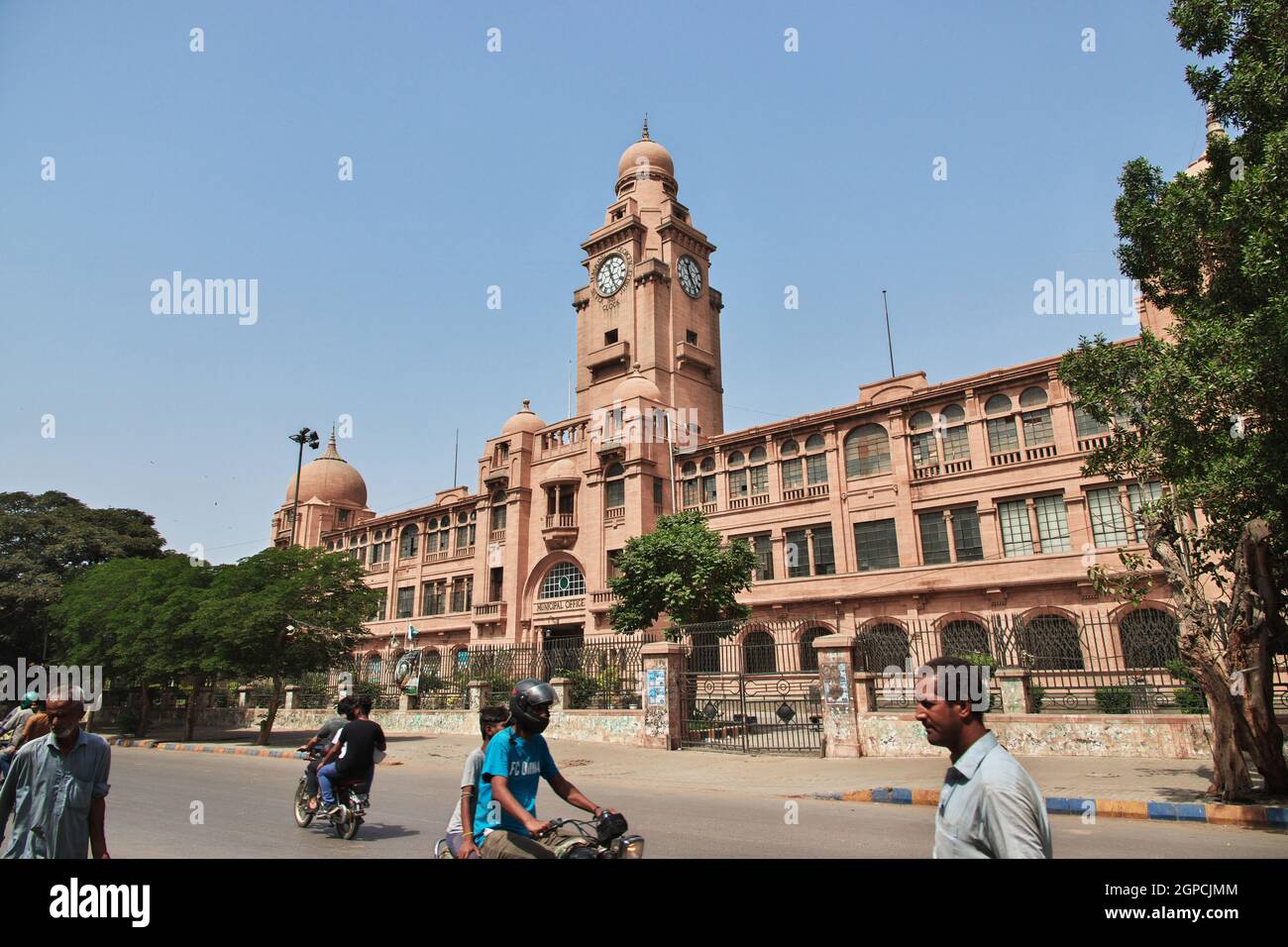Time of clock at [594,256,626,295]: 11:25
